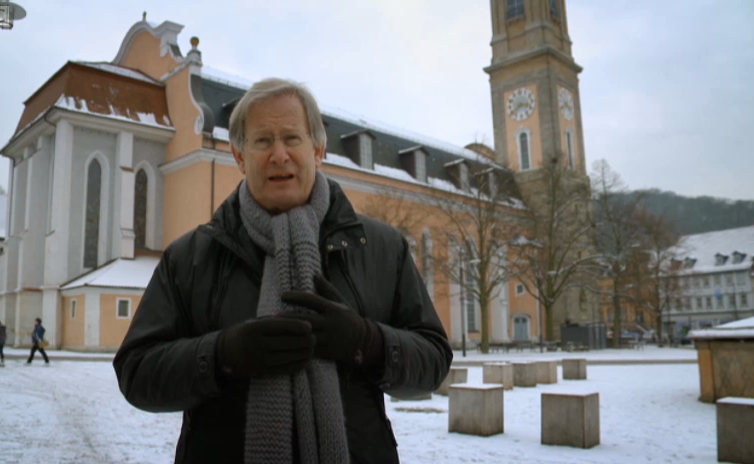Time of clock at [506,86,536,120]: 3:39
